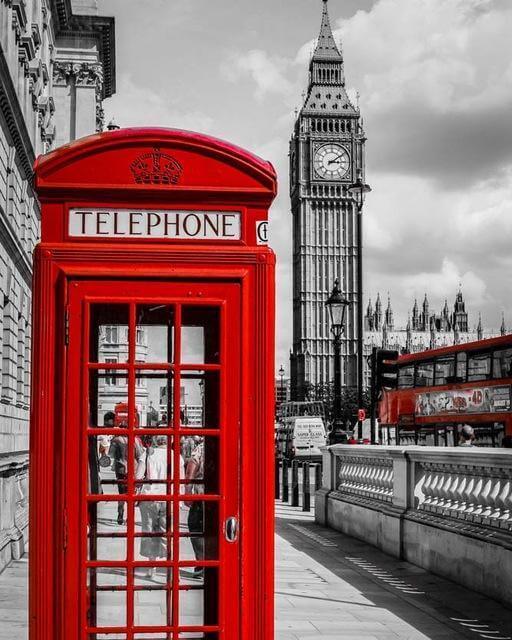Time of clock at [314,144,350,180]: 3:09
